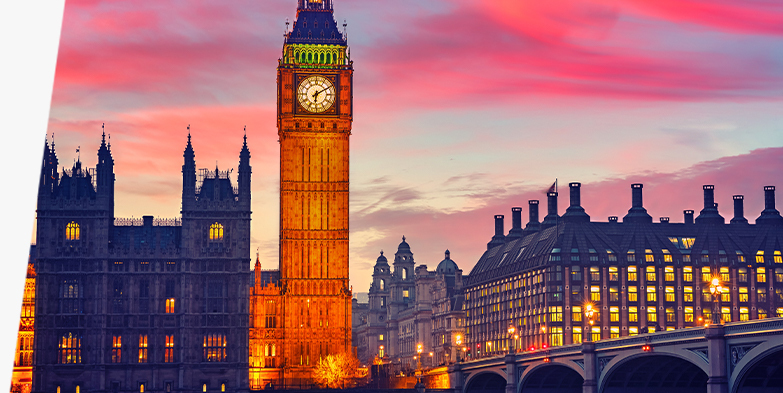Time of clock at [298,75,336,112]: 6:10
